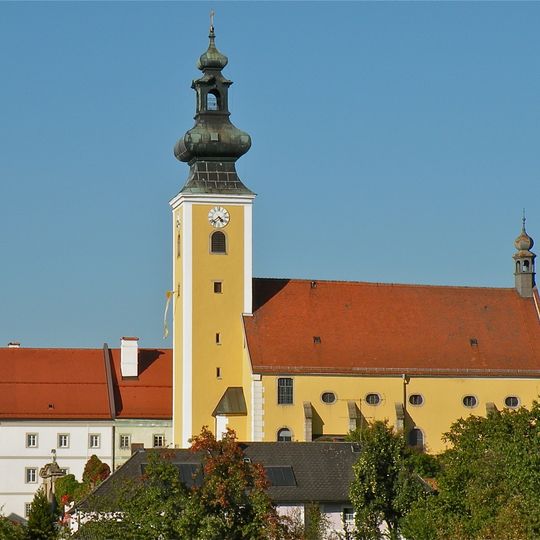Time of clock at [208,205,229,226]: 4:37
